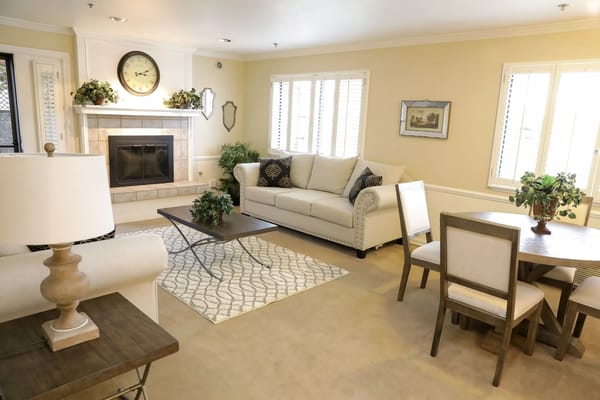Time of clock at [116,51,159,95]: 3:11
